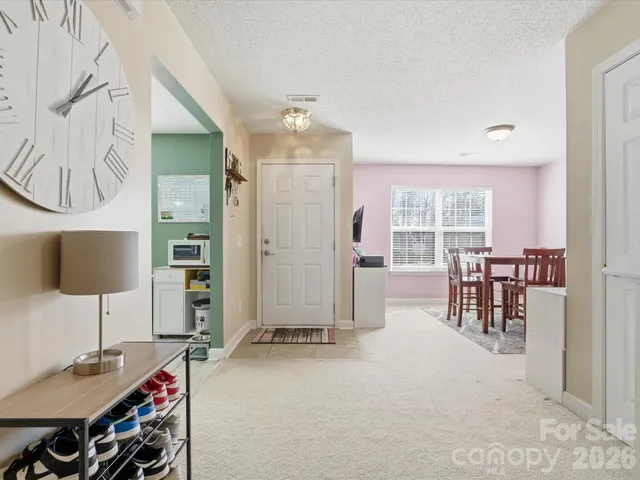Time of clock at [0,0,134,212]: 1:08
